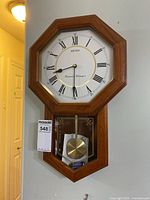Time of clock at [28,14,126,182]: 8:30
